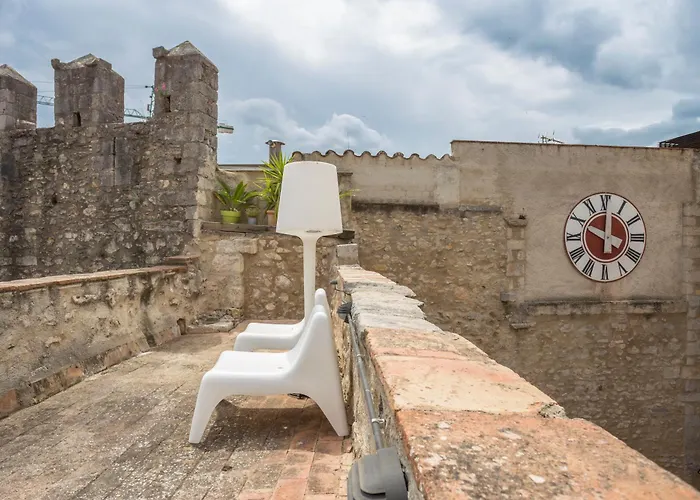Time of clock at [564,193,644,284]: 10:00
